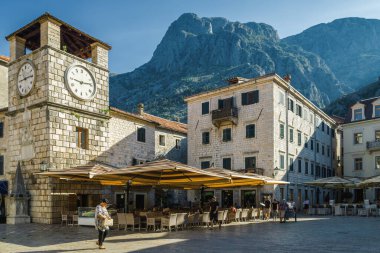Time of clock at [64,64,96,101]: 9:13
